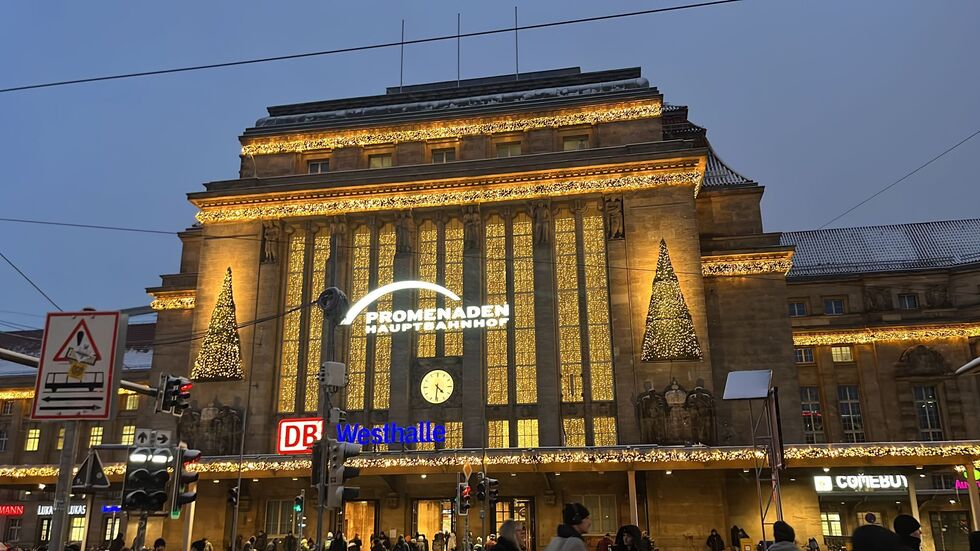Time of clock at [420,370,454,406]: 4:31
